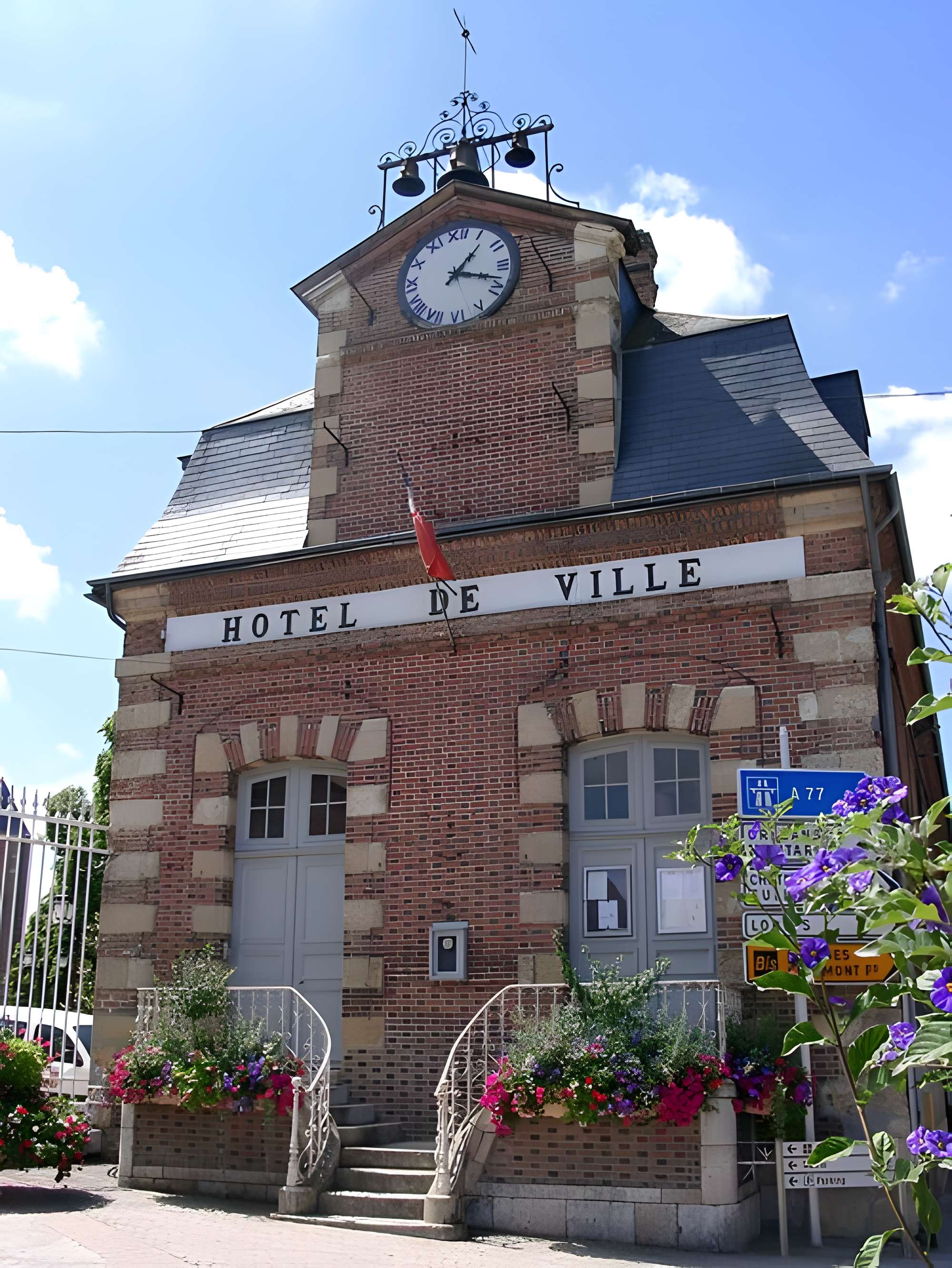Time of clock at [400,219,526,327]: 1:18
